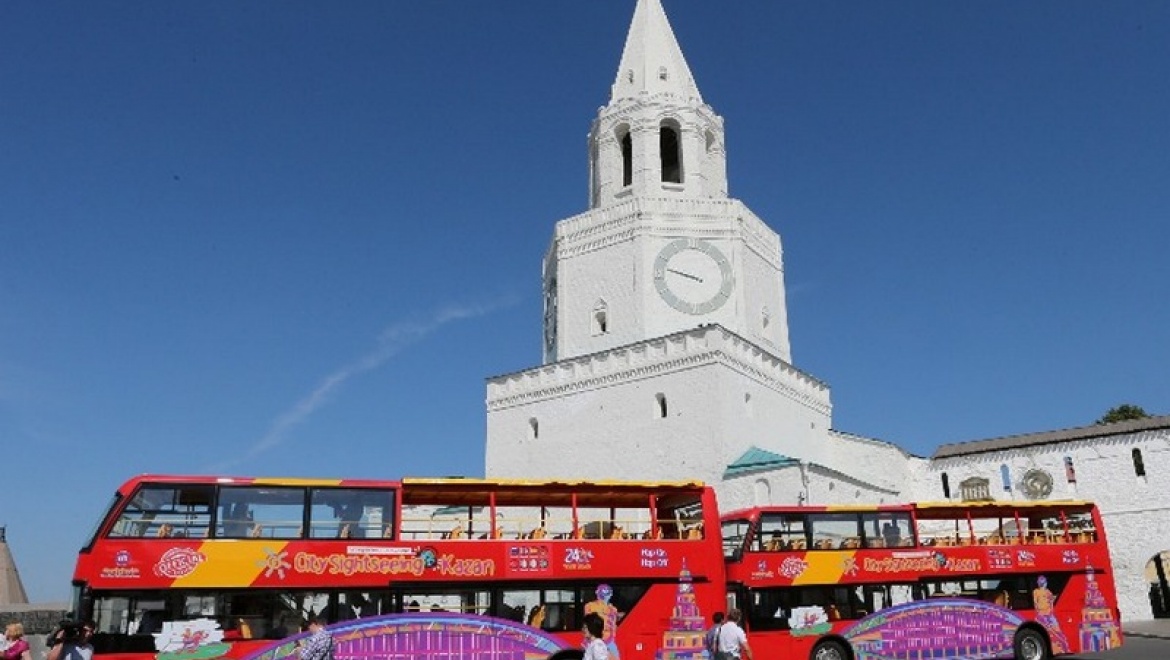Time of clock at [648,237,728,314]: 9:47
